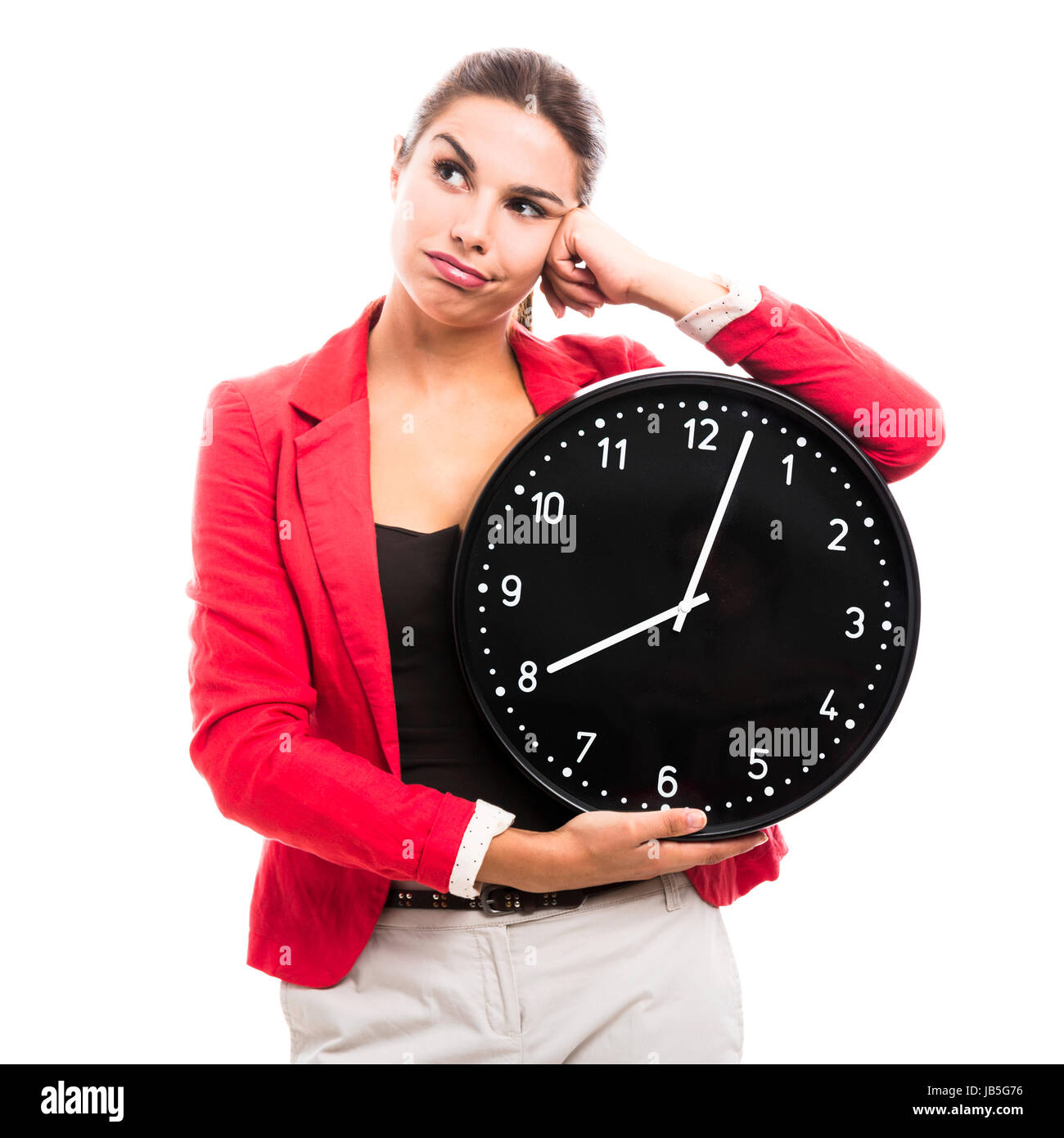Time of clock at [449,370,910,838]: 8:02
